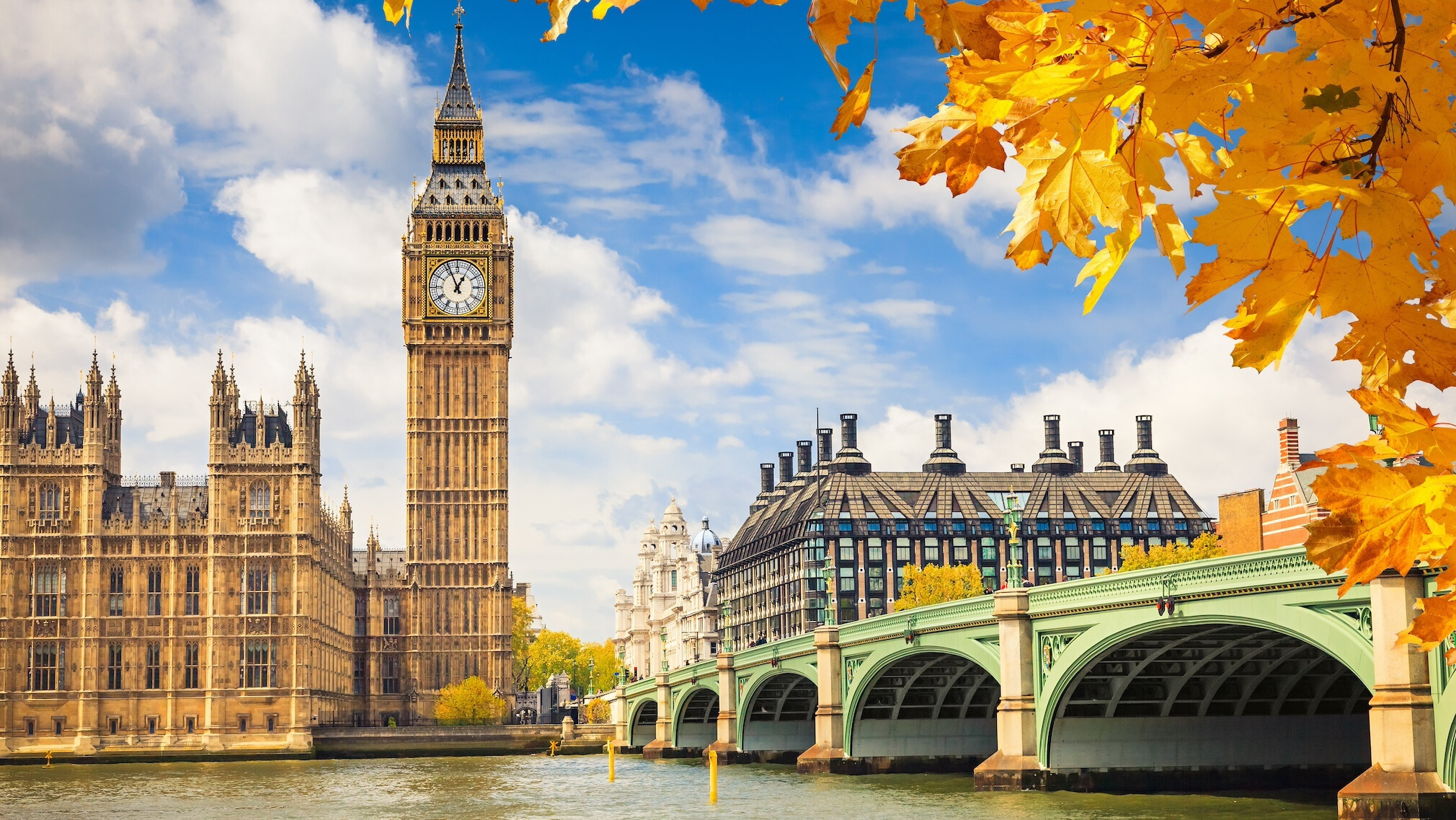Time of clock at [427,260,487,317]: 12:56
